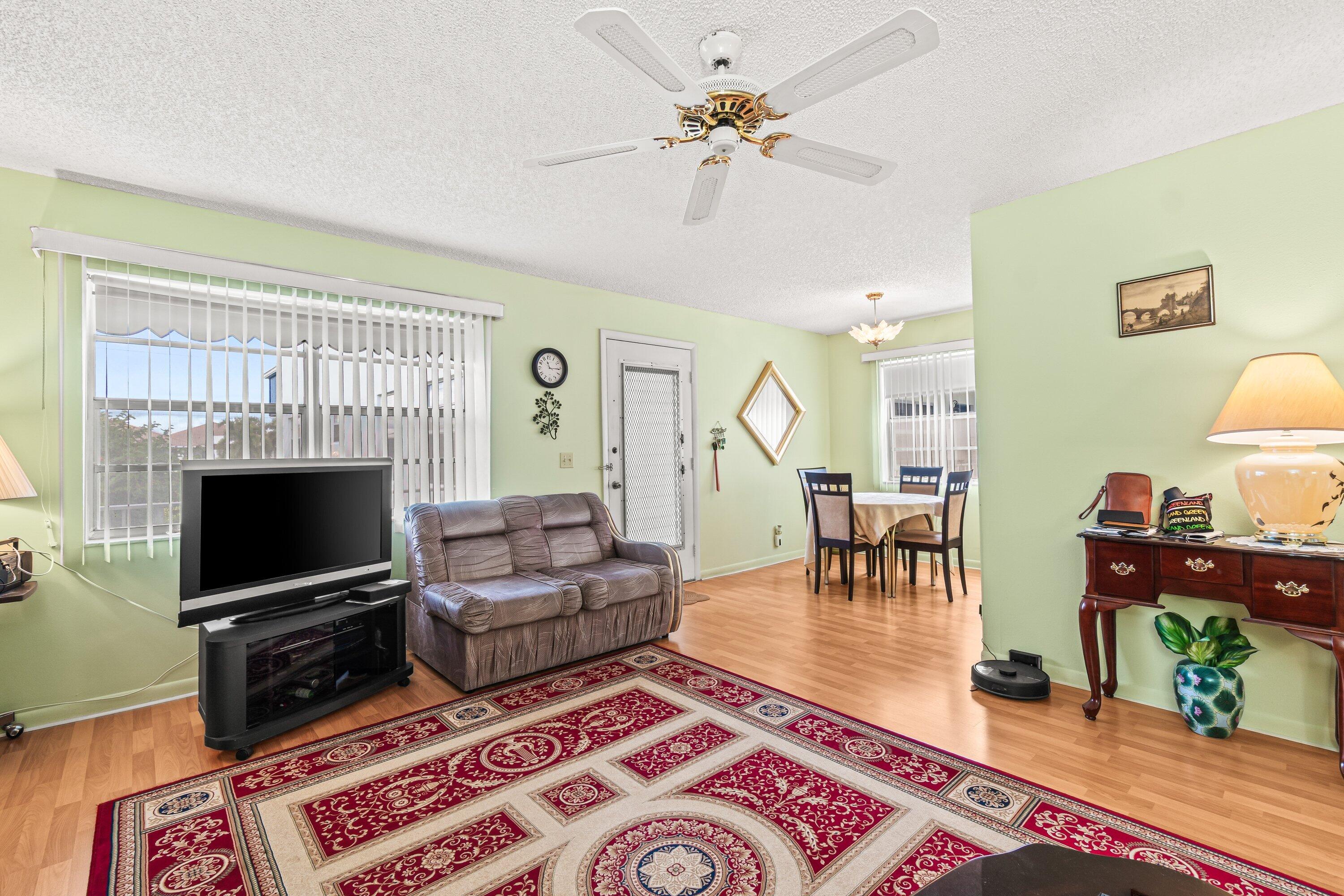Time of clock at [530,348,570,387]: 11:15
